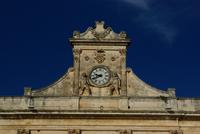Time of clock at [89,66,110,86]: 9:41
